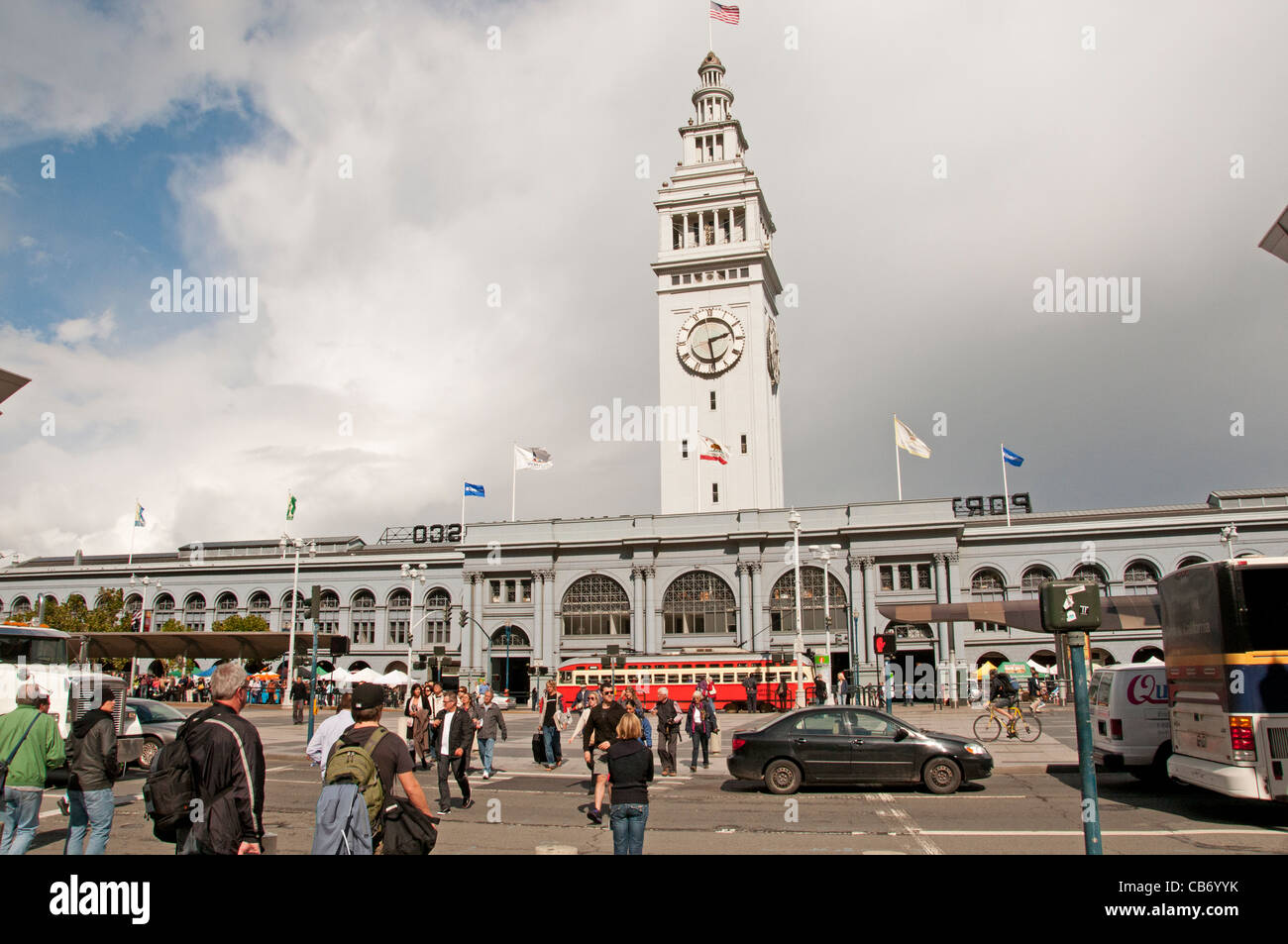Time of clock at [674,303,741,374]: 2:28
